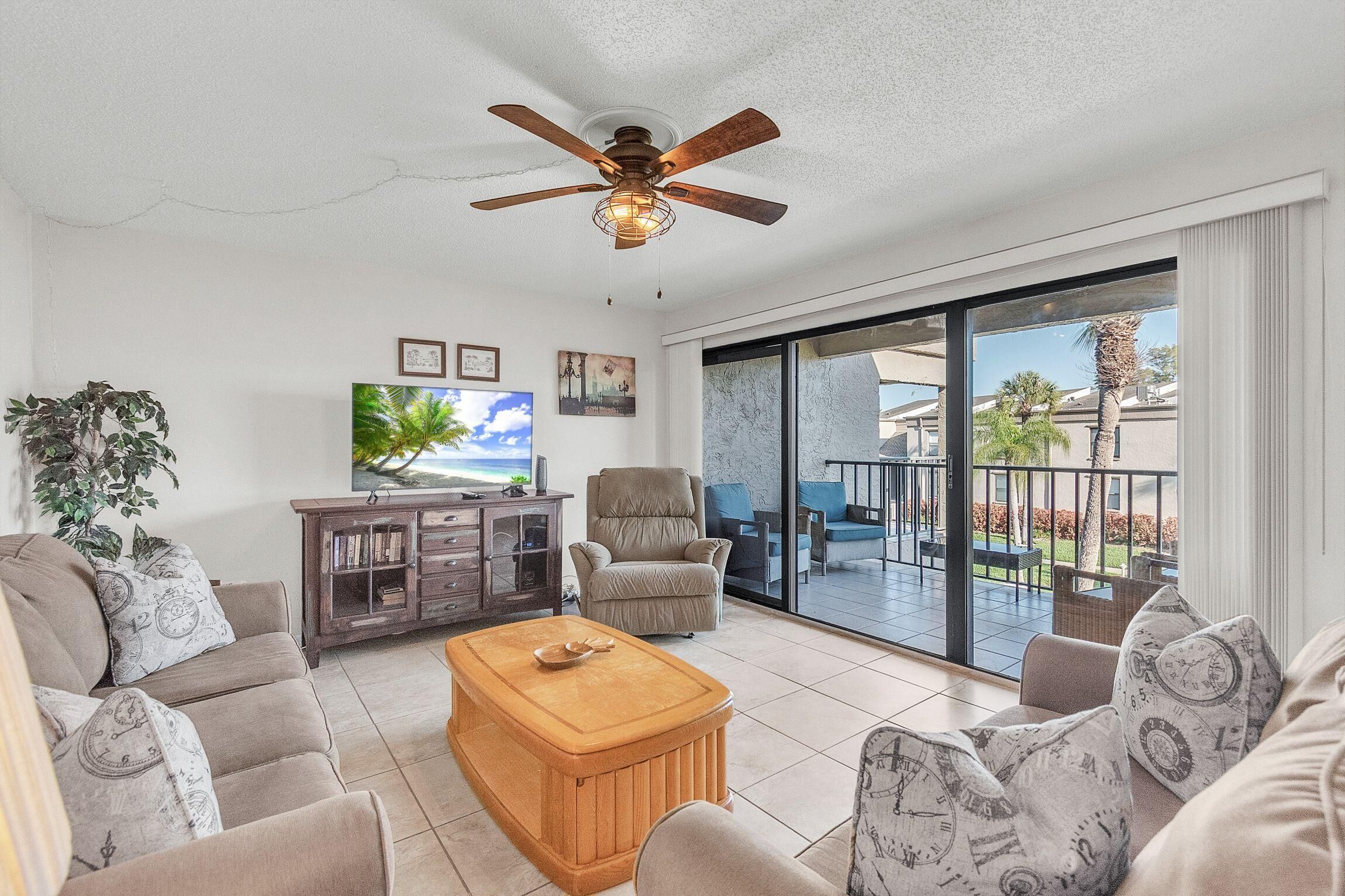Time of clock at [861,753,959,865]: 12:13
